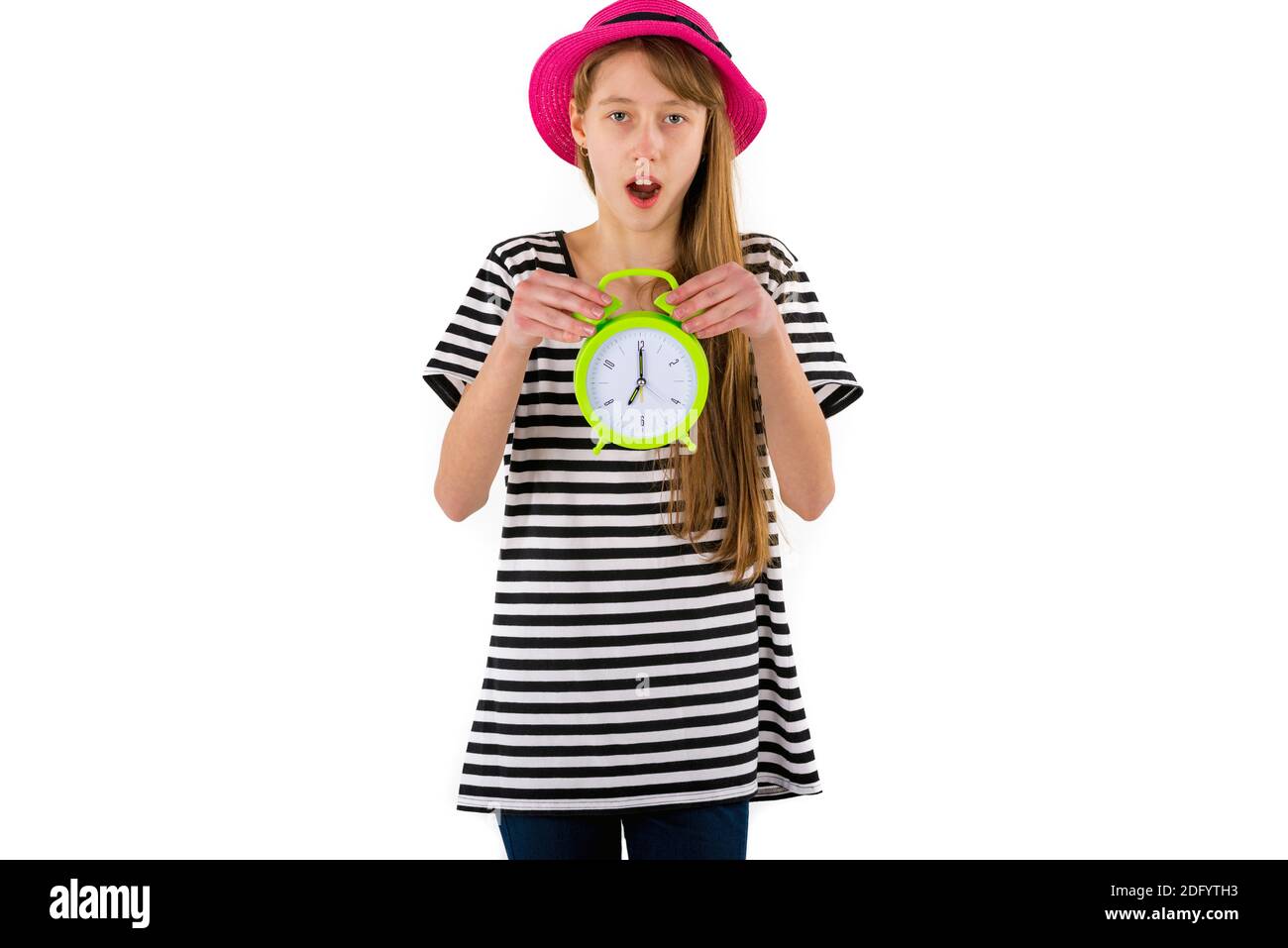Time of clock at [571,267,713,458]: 7:00
